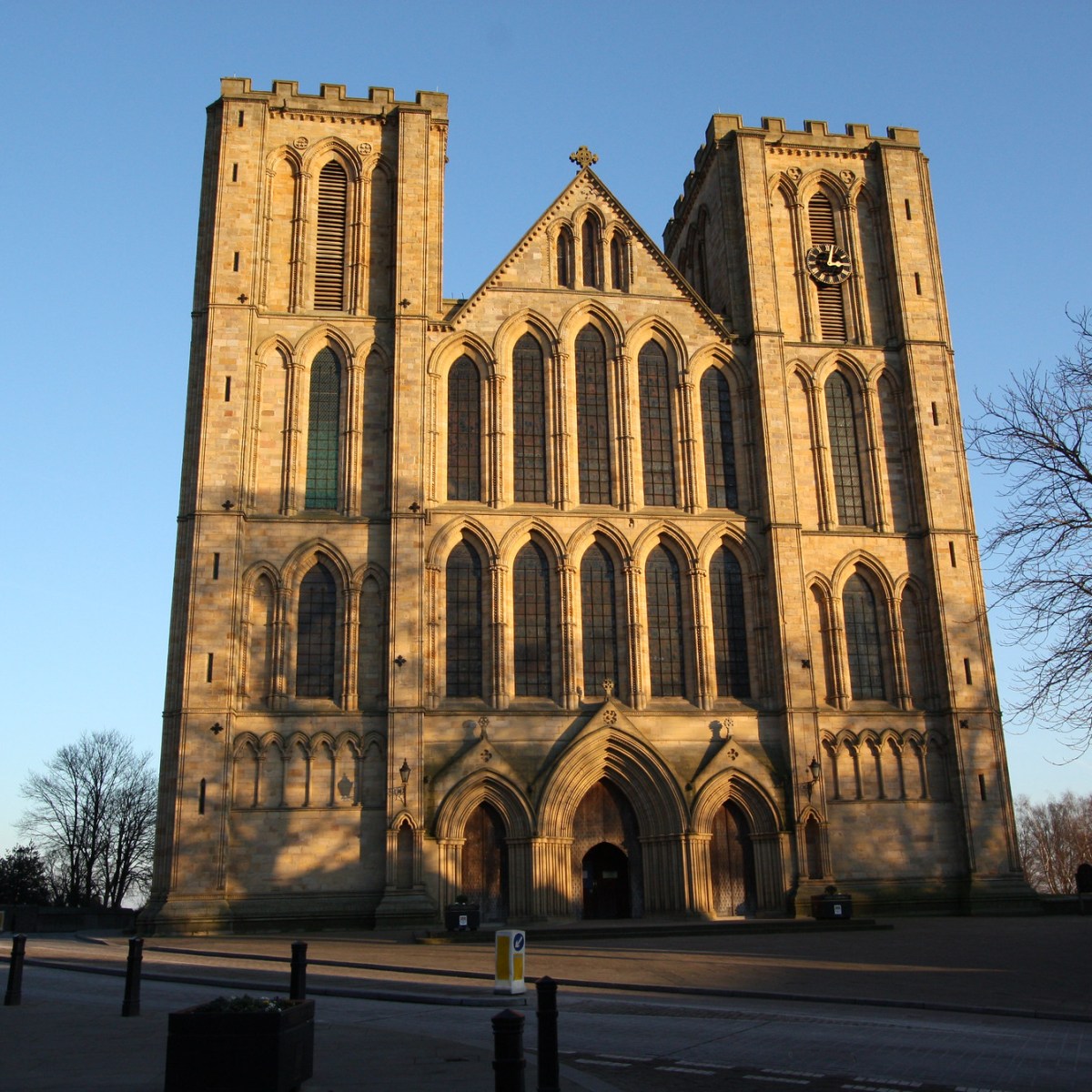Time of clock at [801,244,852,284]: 3:02
